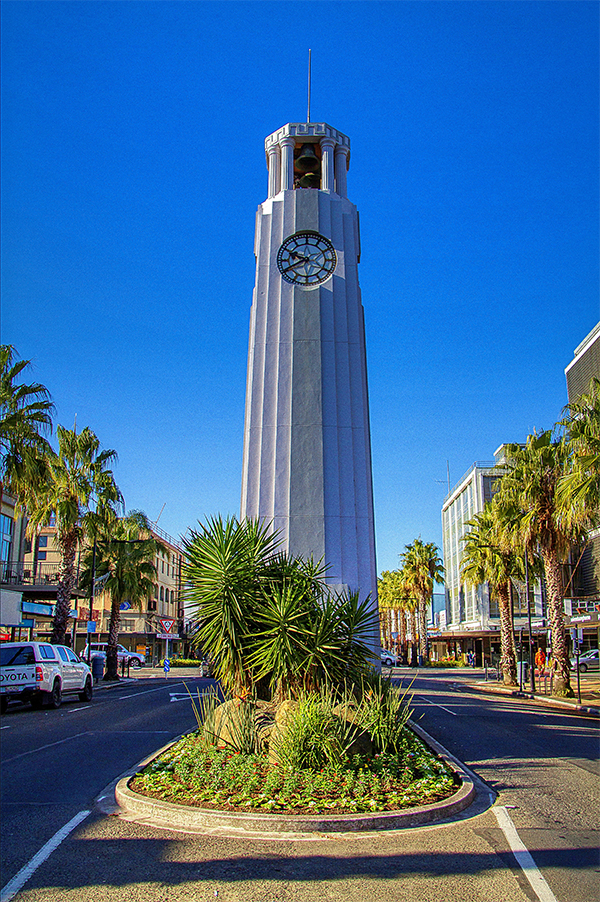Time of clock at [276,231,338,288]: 9:40
